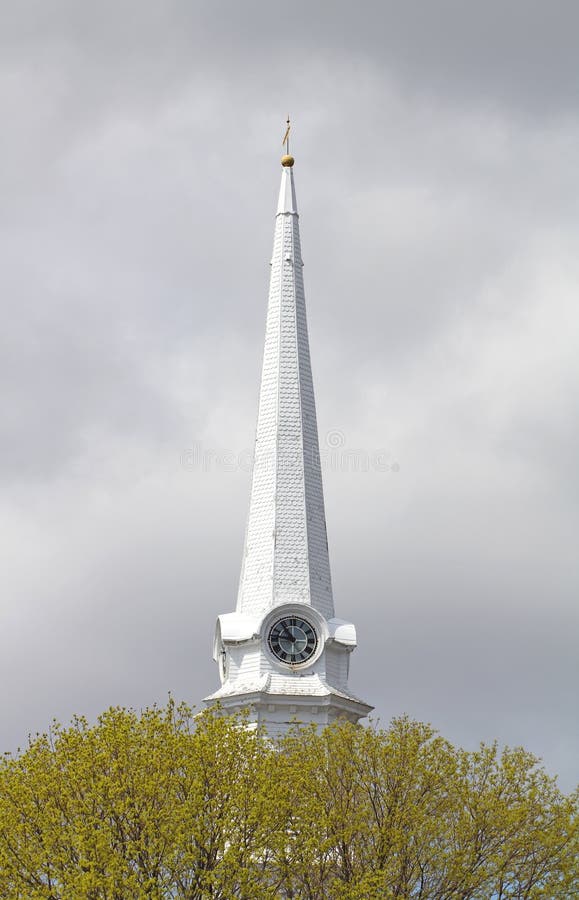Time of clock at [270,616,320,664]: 10:46
